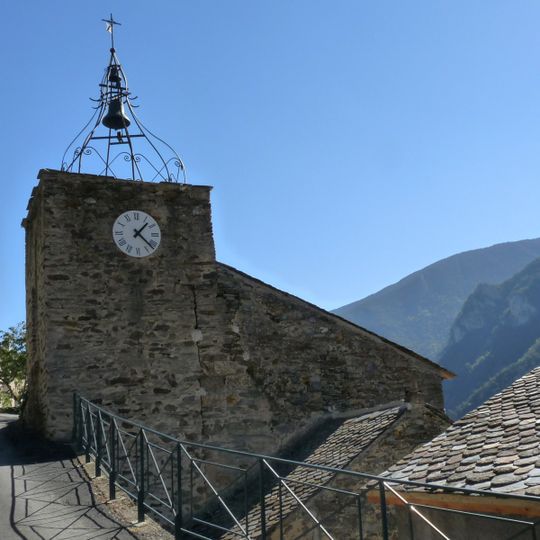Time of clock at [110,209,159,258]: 1:22
